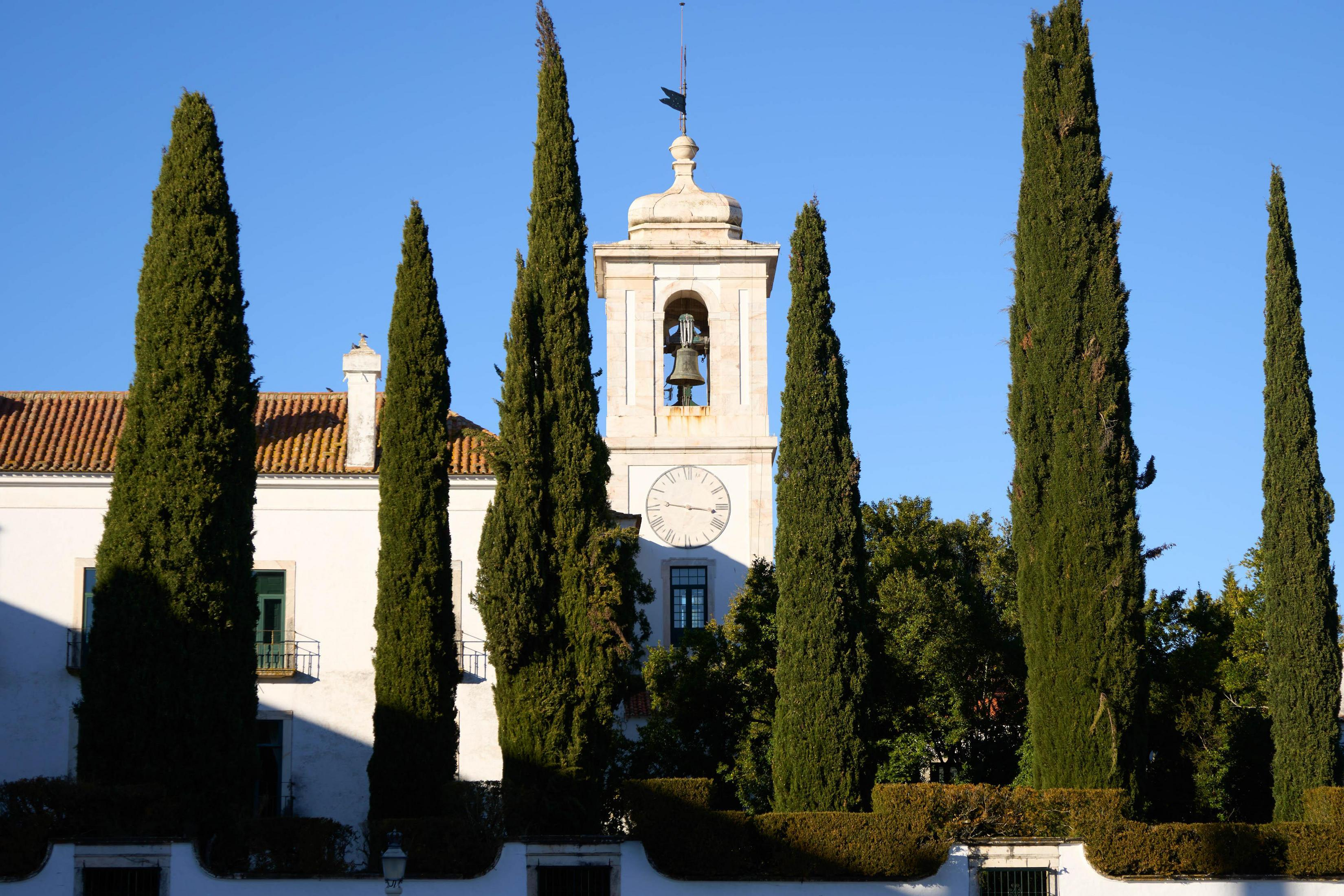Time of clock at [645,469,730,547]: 9:16
